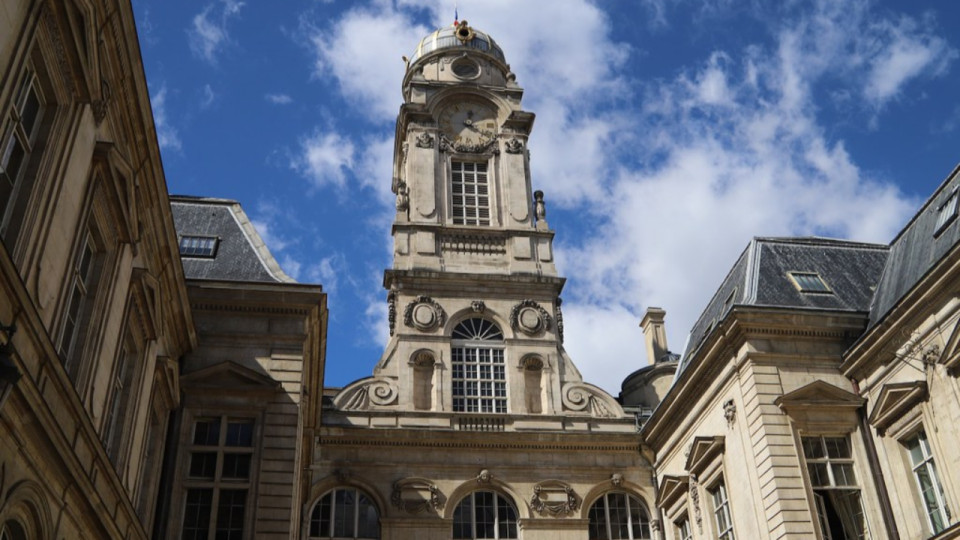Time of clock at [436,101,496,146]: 12:20
